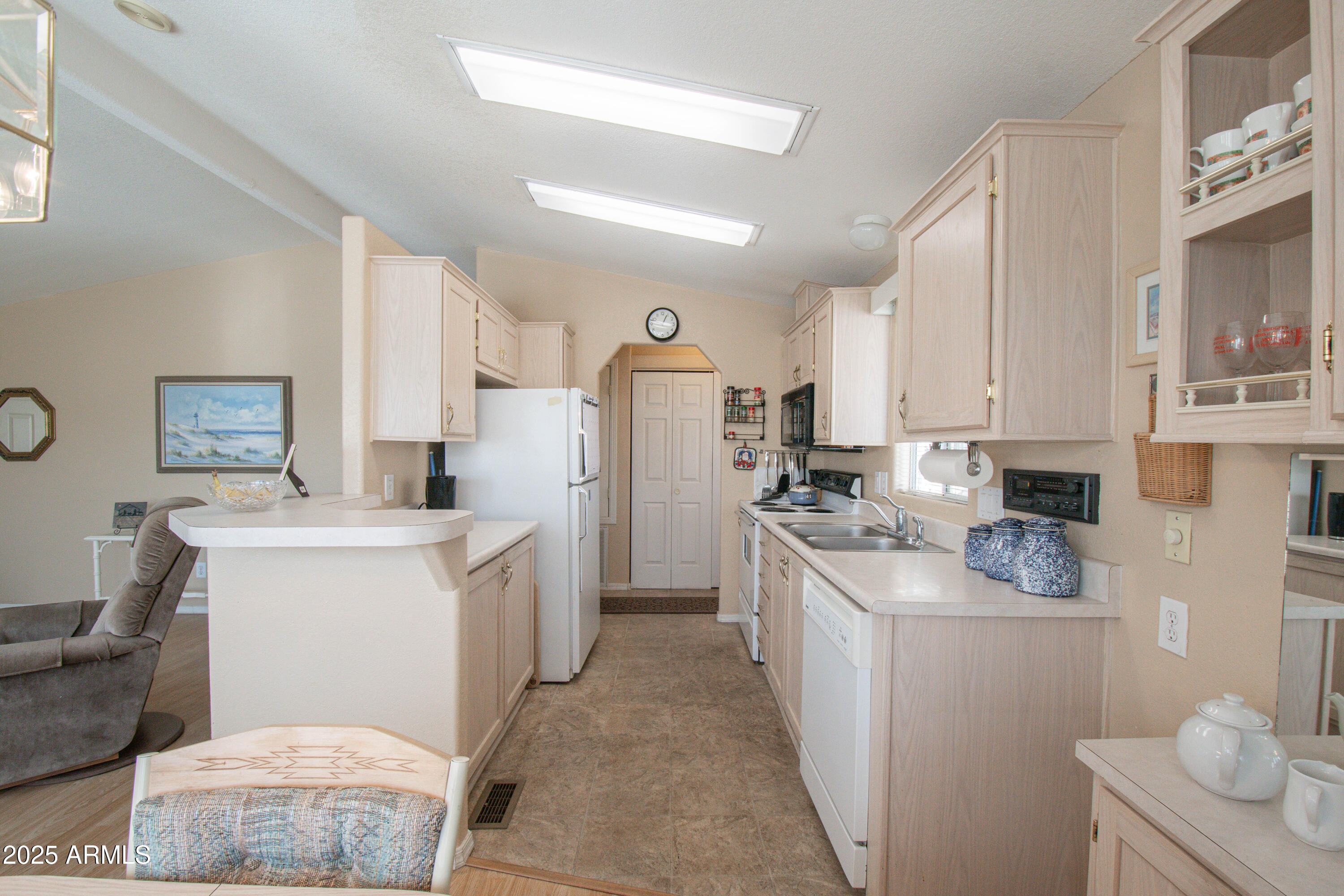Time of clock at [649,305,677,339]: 12:47
